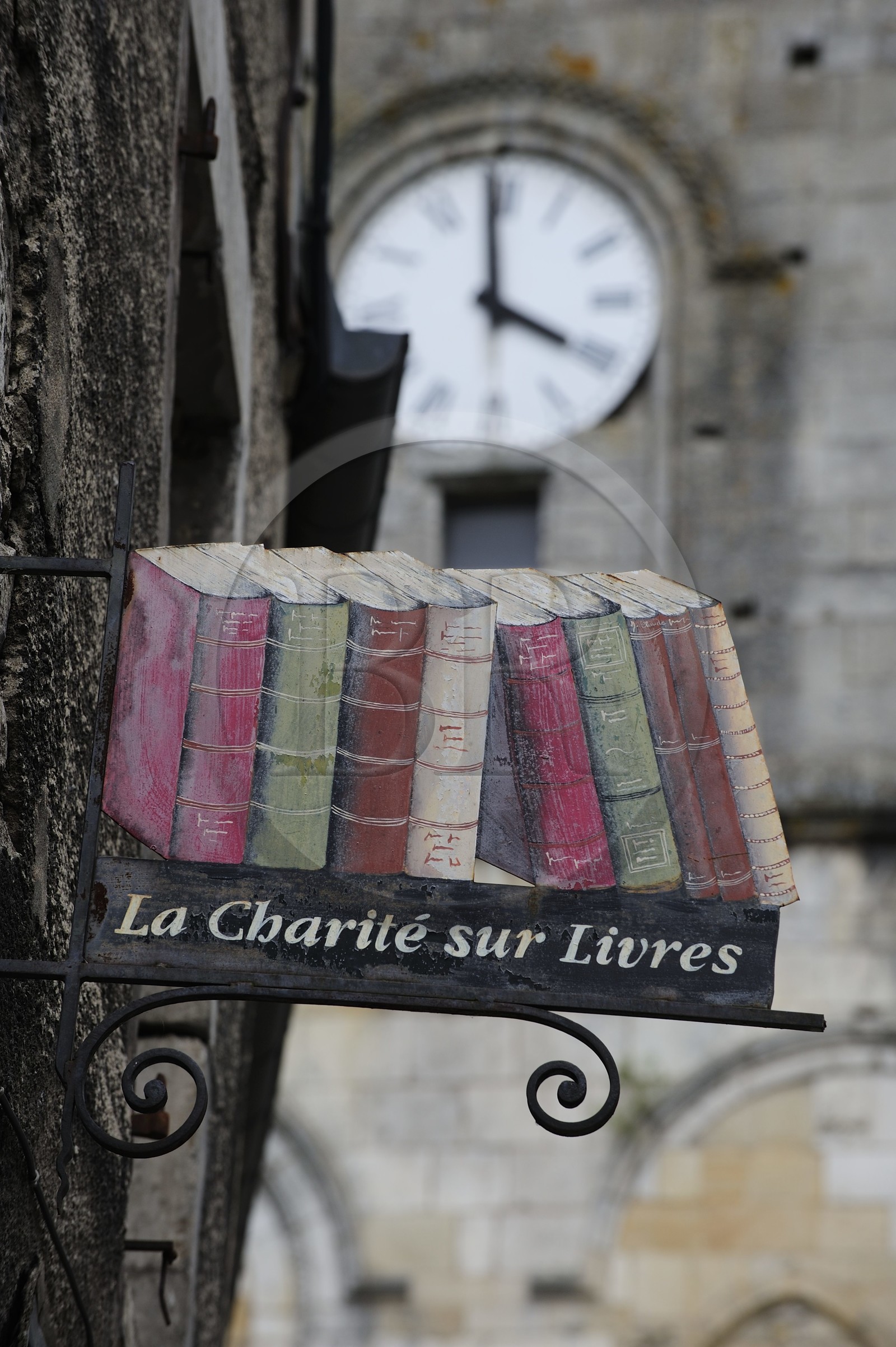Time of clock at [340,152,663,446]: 3:59
